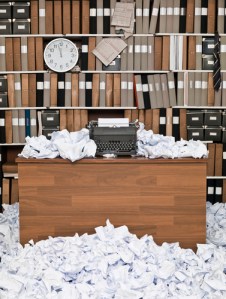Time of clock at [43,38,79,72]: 11:57
